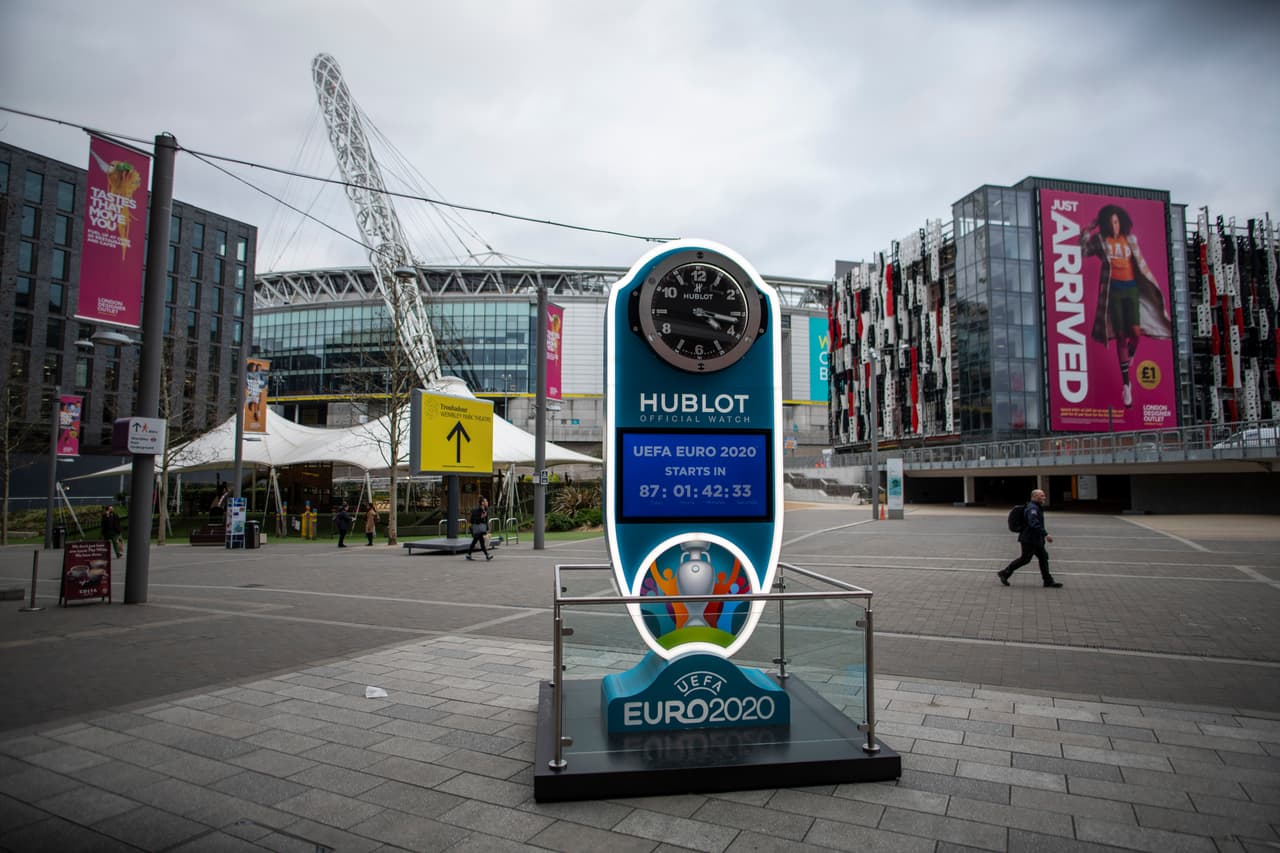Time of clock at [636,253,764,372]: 4:16
